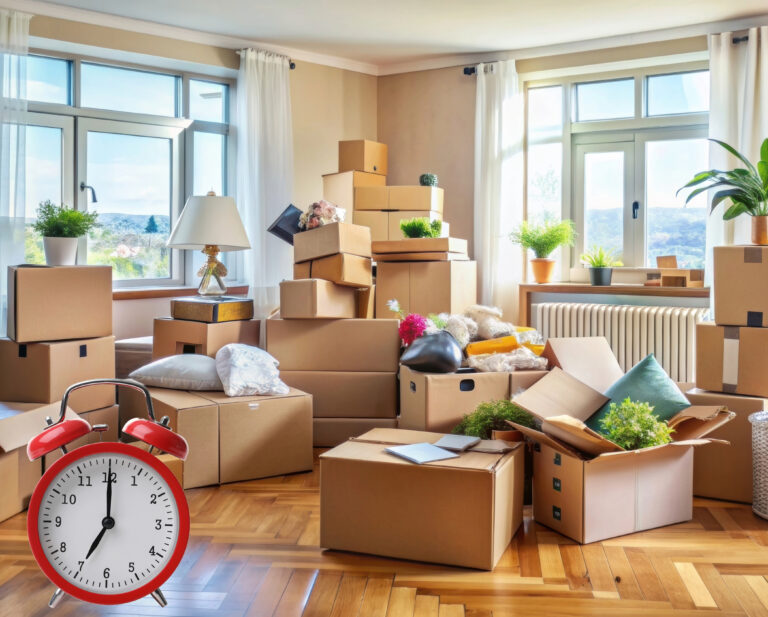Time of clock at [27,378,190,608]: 7:00
